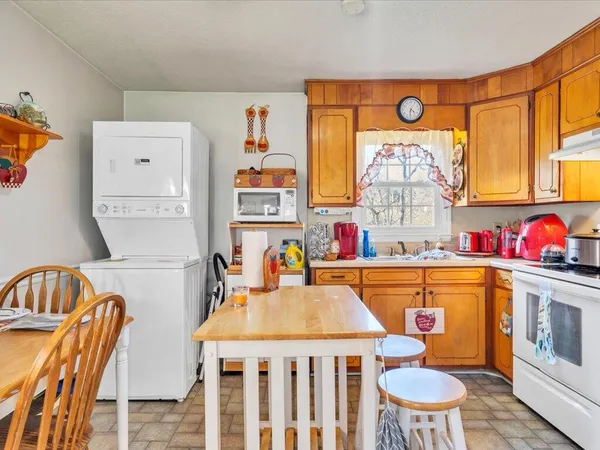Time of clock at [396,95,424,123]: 4:31
